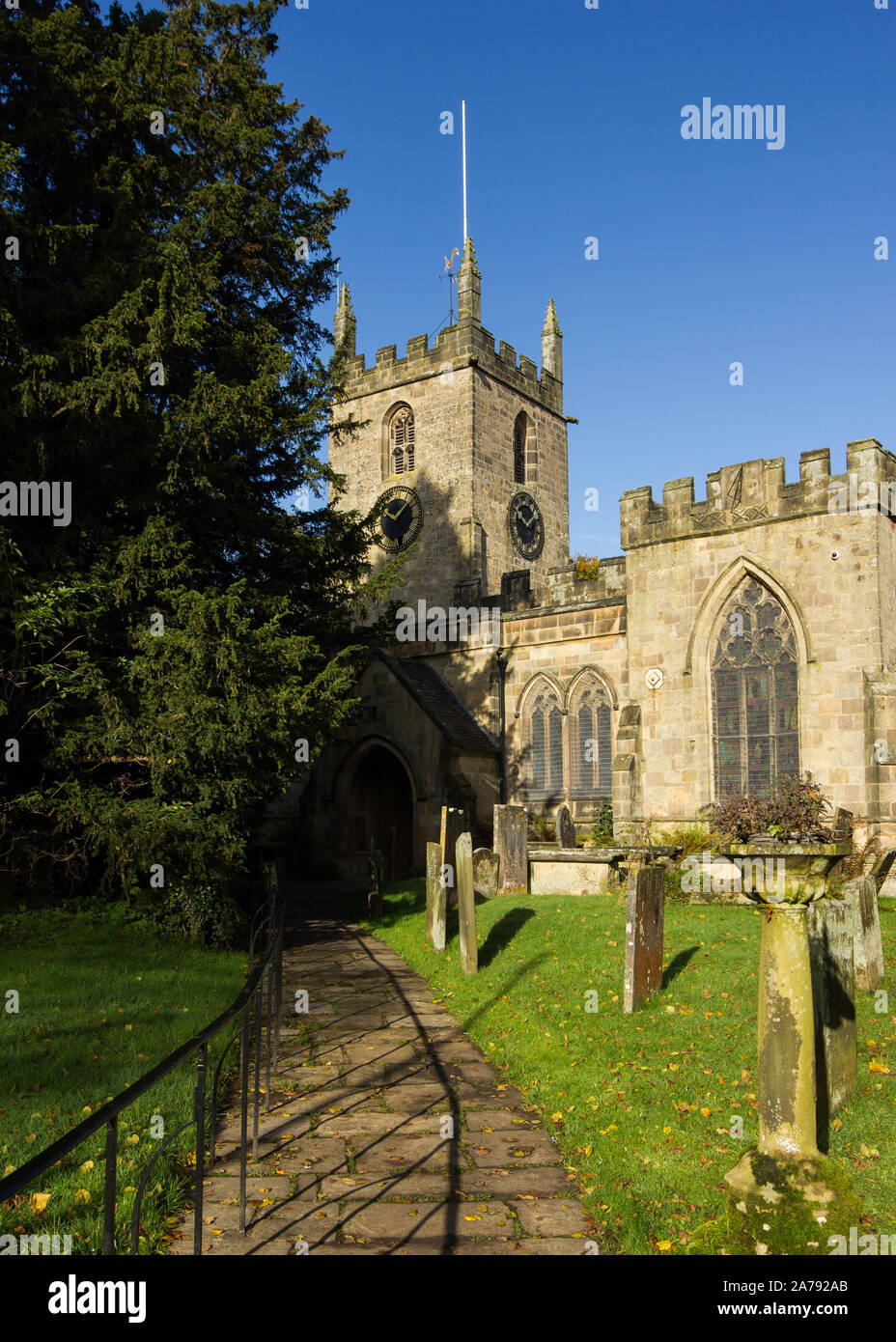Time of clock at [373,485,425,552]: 10:07
